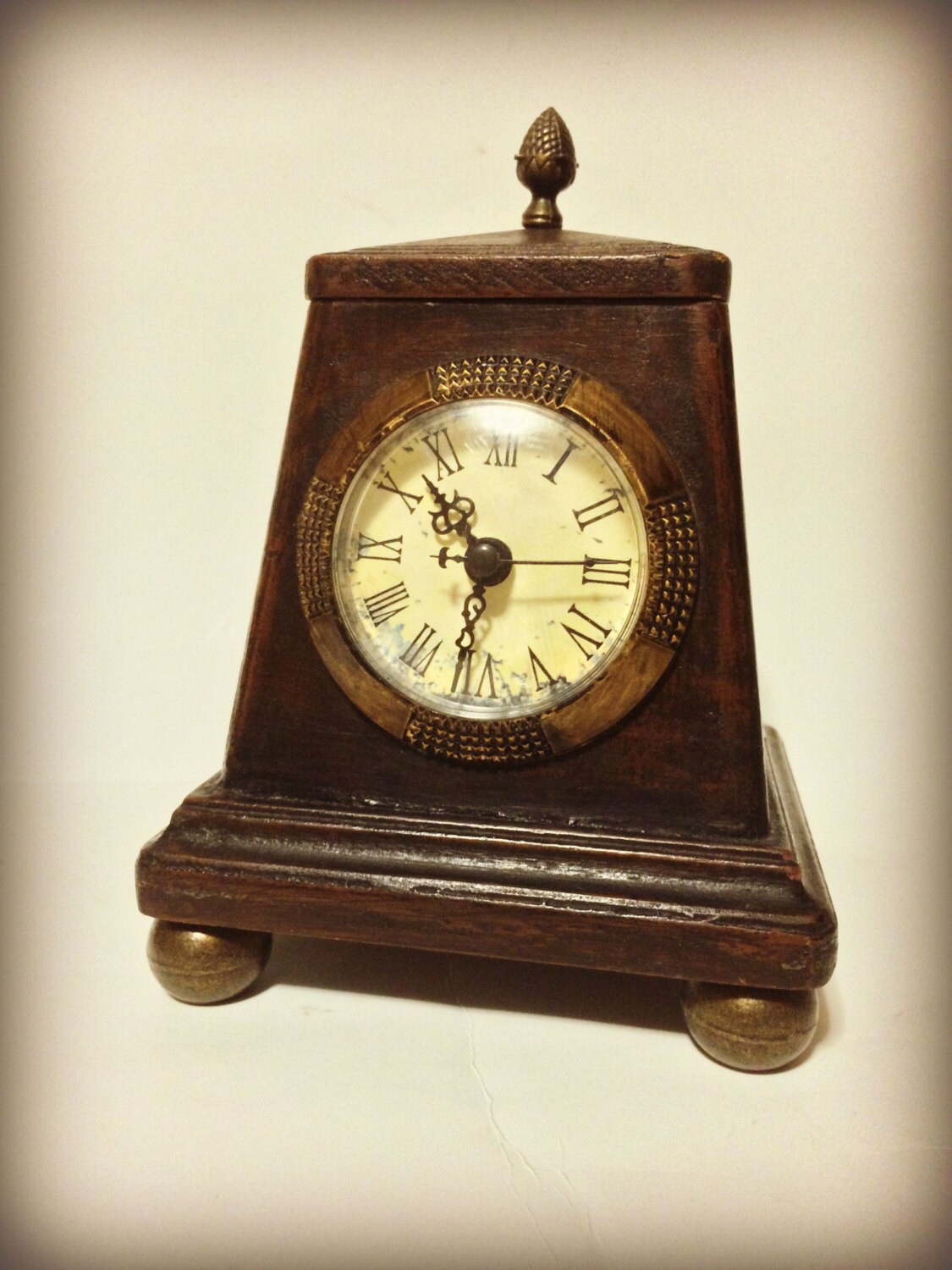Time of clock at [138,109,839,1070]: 10:32
